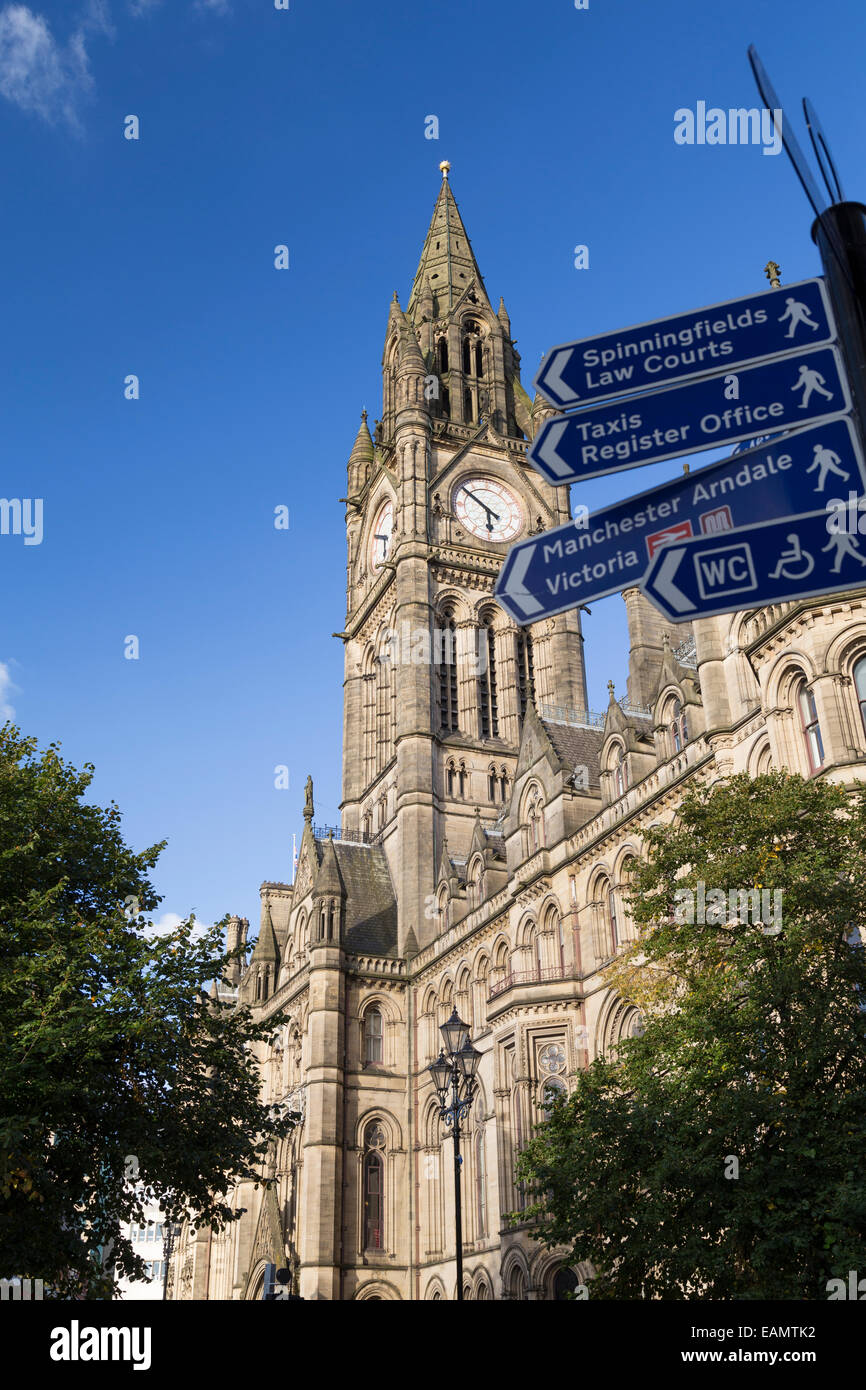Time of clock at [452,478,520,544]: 5:51
